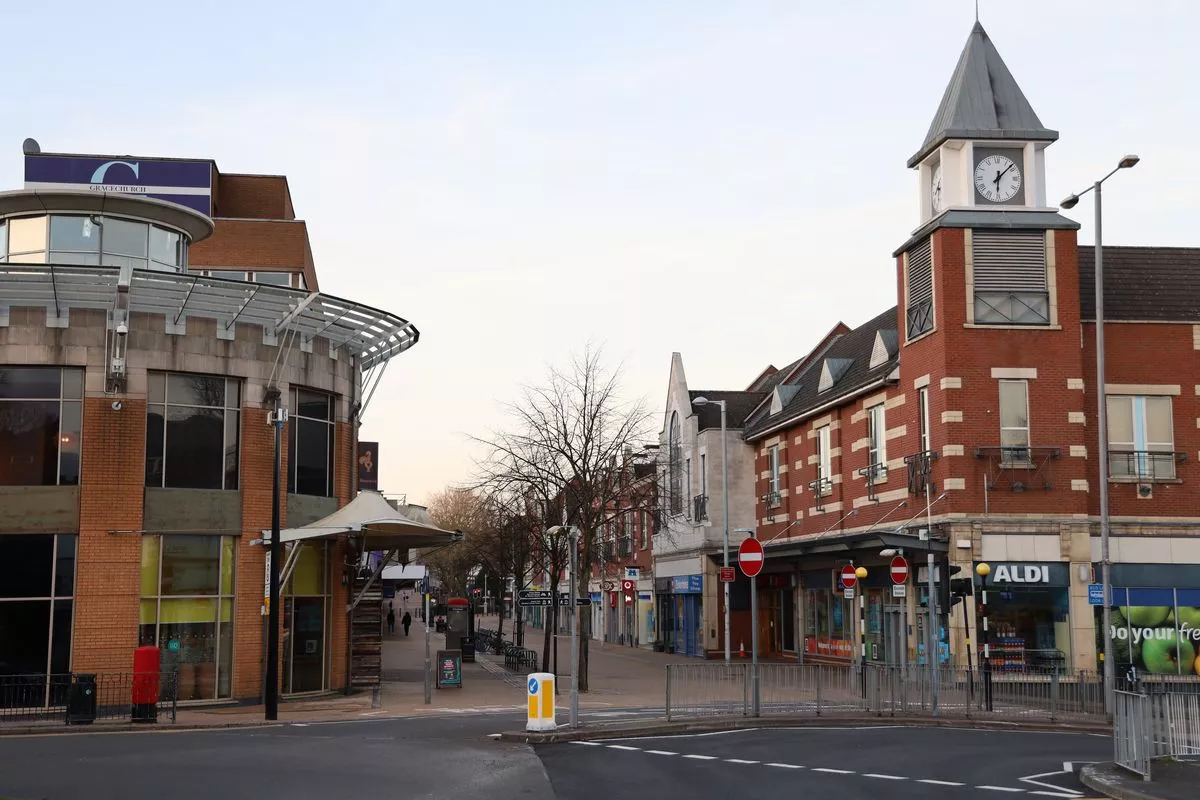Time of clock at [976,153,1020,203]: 6:07
